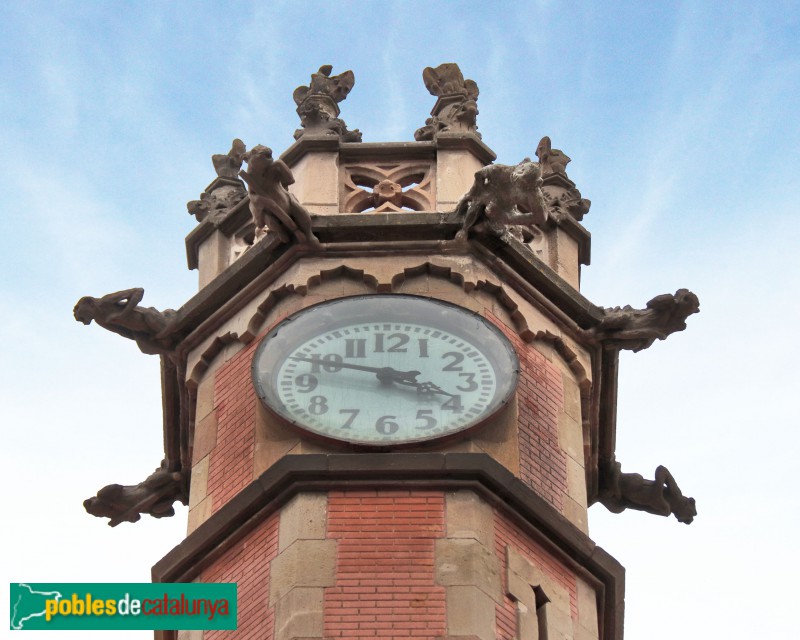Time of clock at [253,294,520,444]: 3:47
